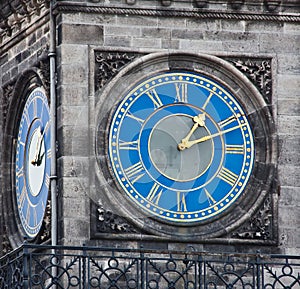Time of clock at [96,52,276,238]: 1:11
